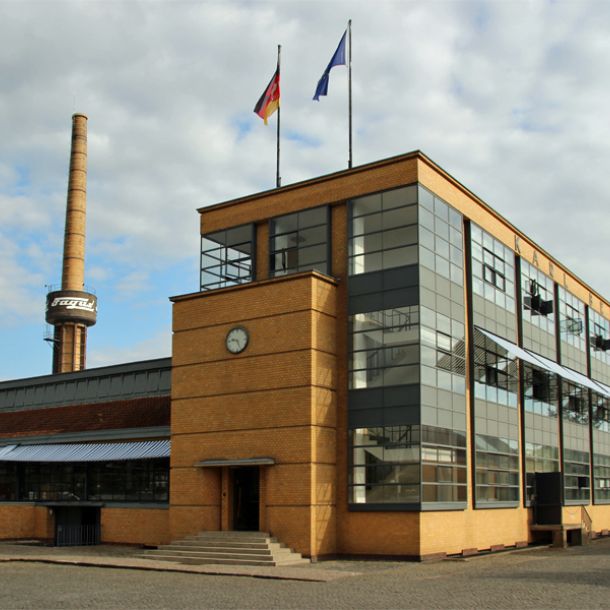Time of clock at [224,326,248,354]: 9:26
